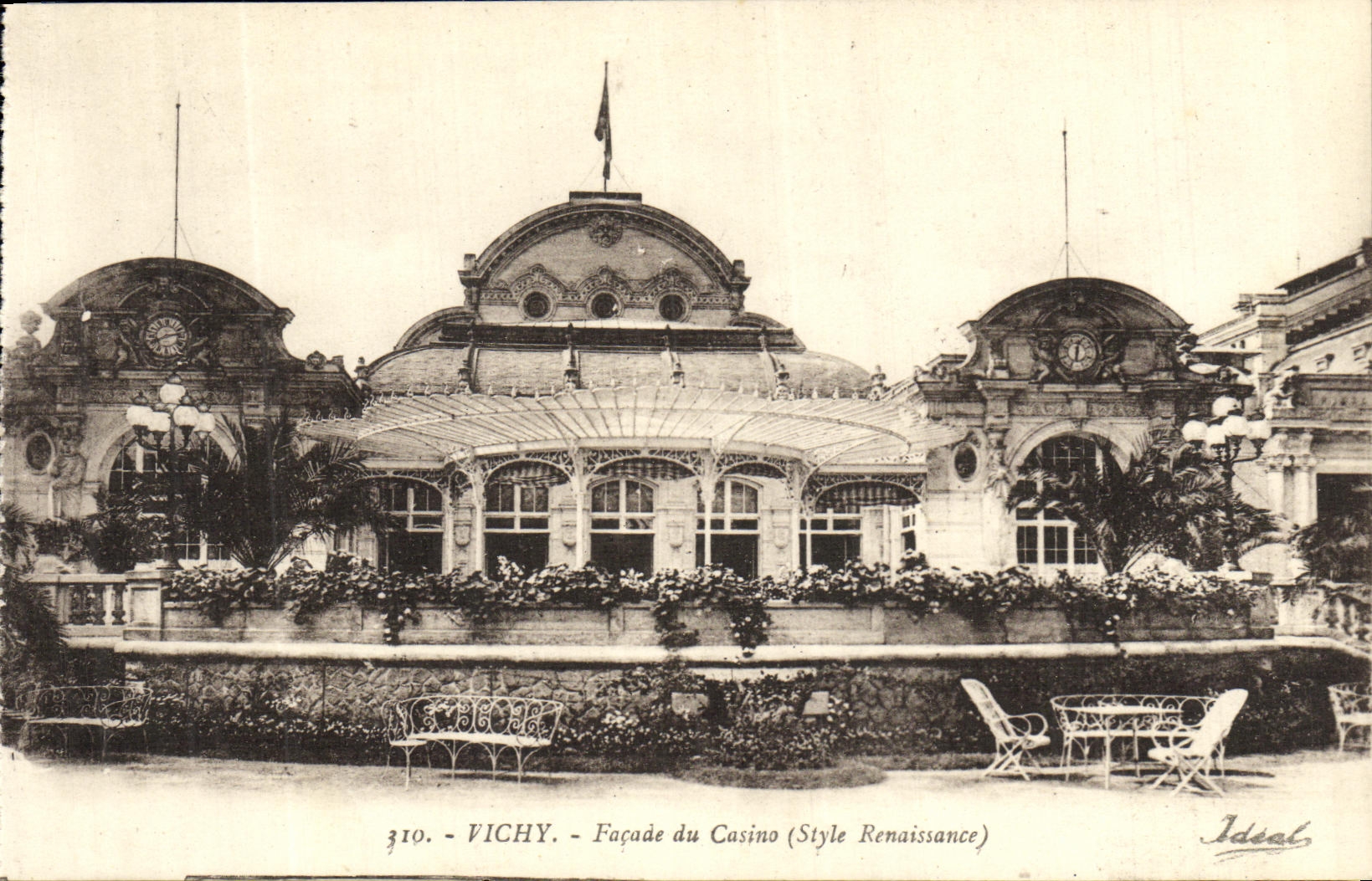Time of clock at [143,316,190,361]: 2:40
